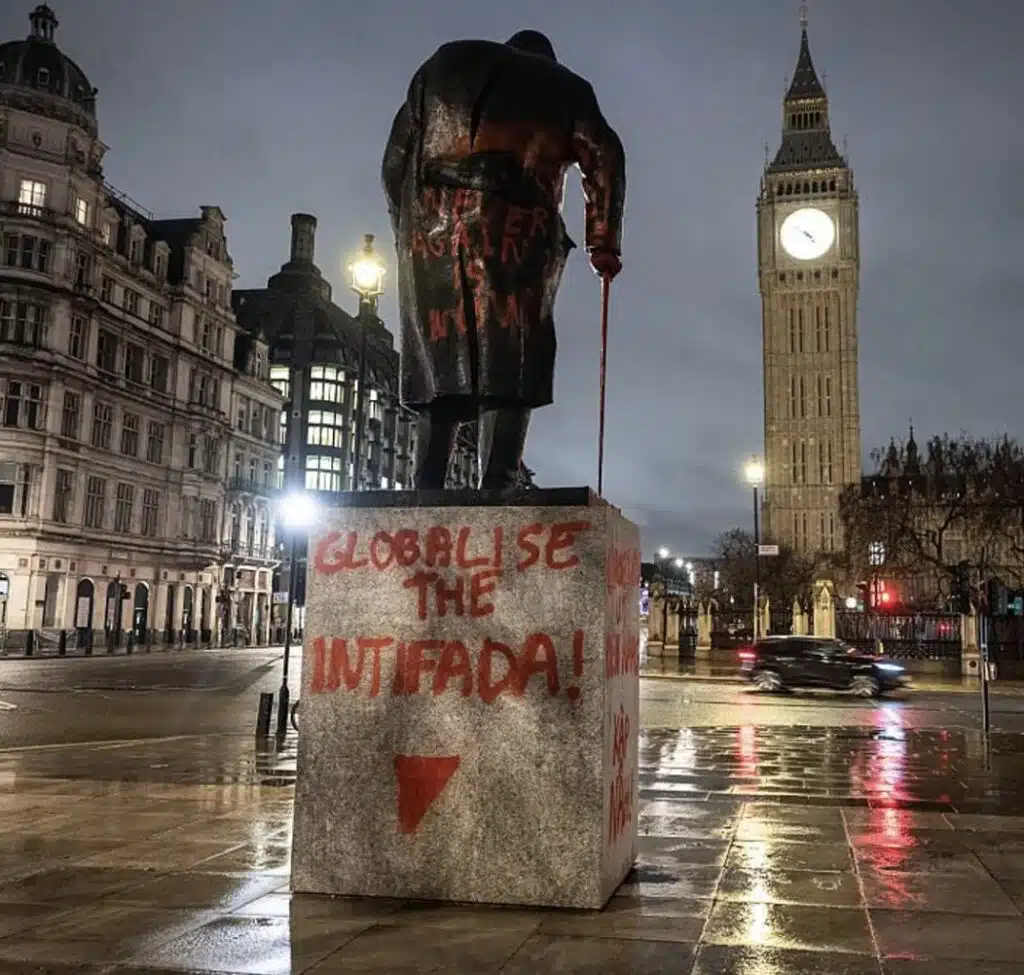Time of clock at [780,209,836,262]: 4:22
